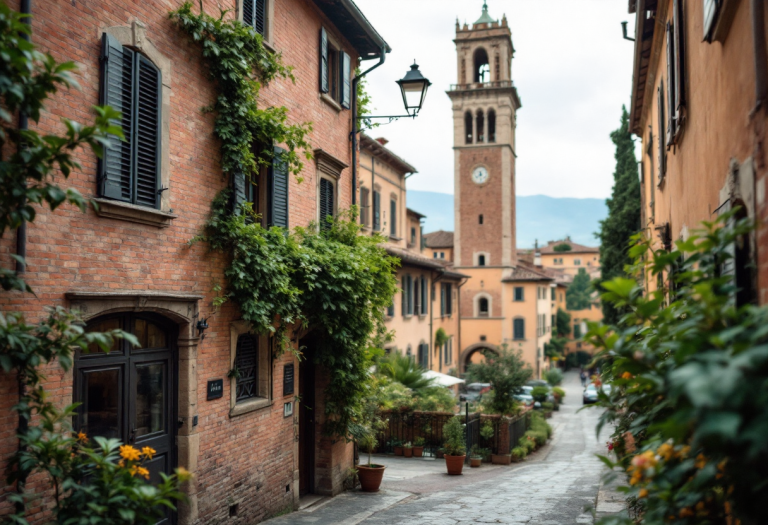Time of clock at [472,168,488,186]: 7:27
